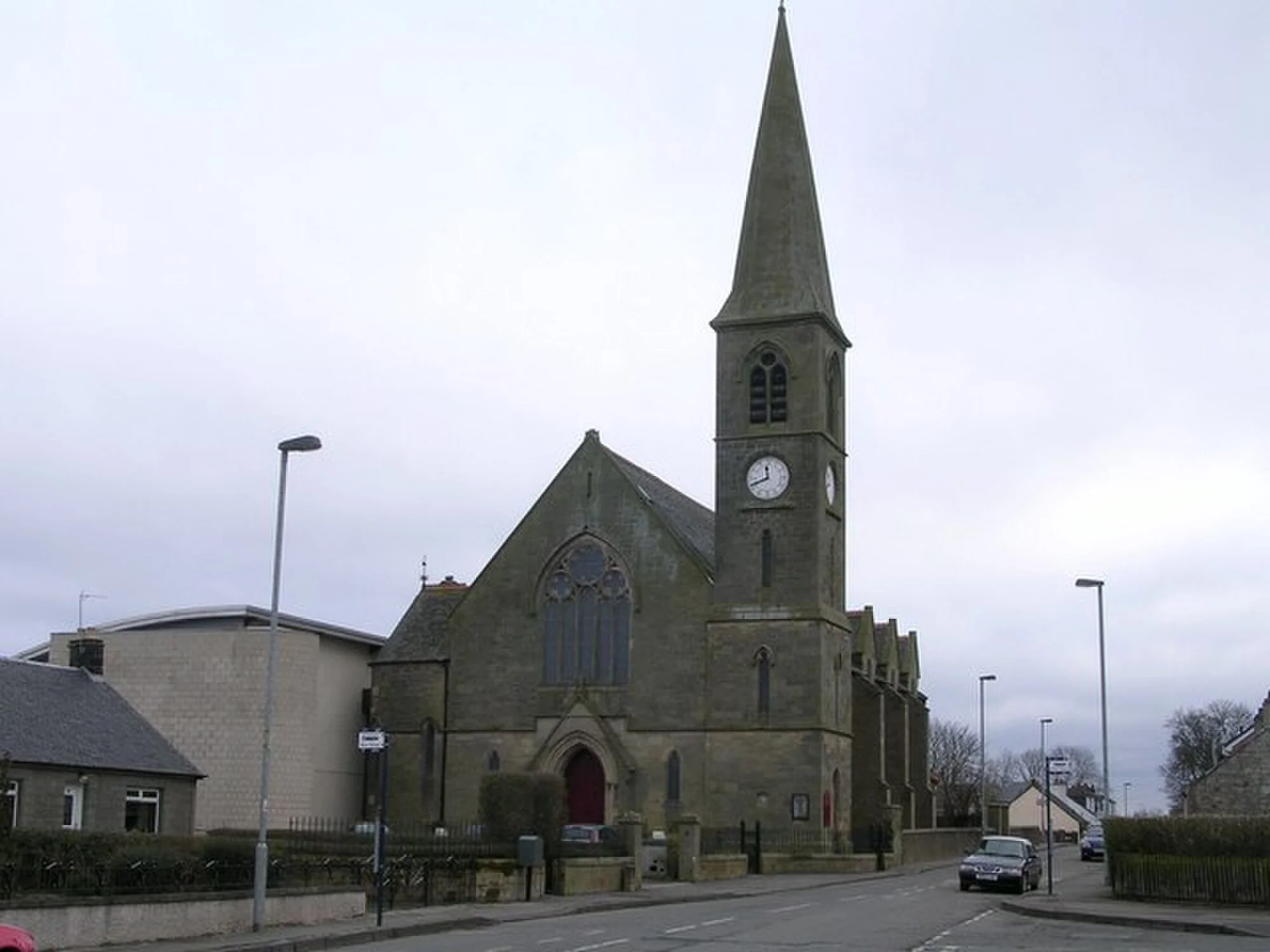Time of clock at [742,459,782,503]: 11:41
